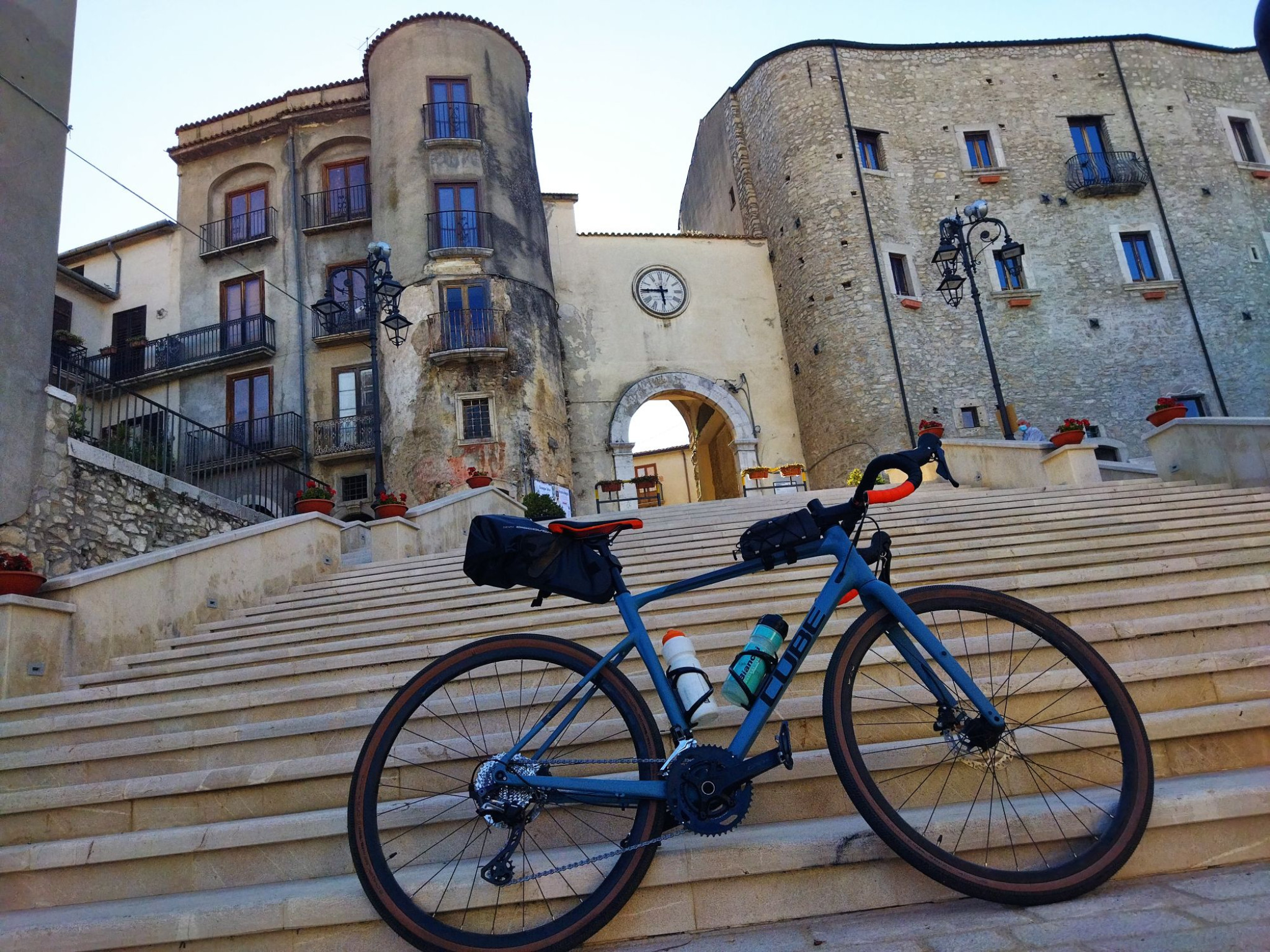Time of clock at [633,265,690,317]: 5:45
